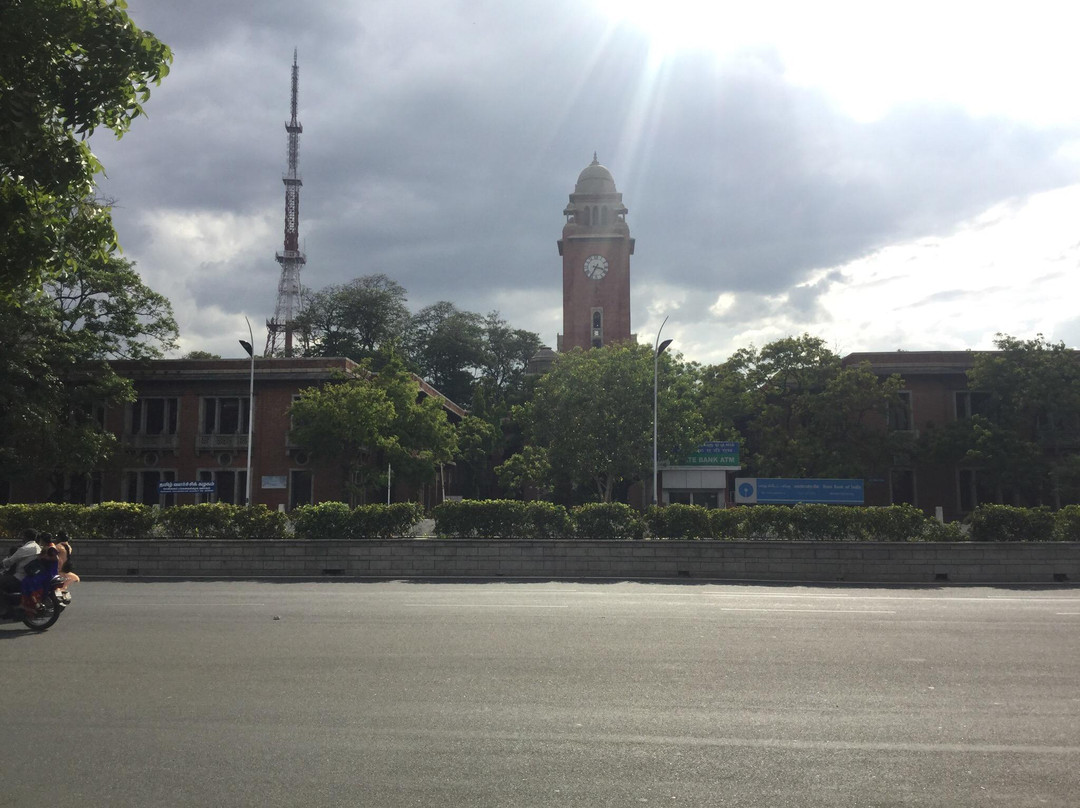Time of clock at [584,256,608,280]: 3:35
